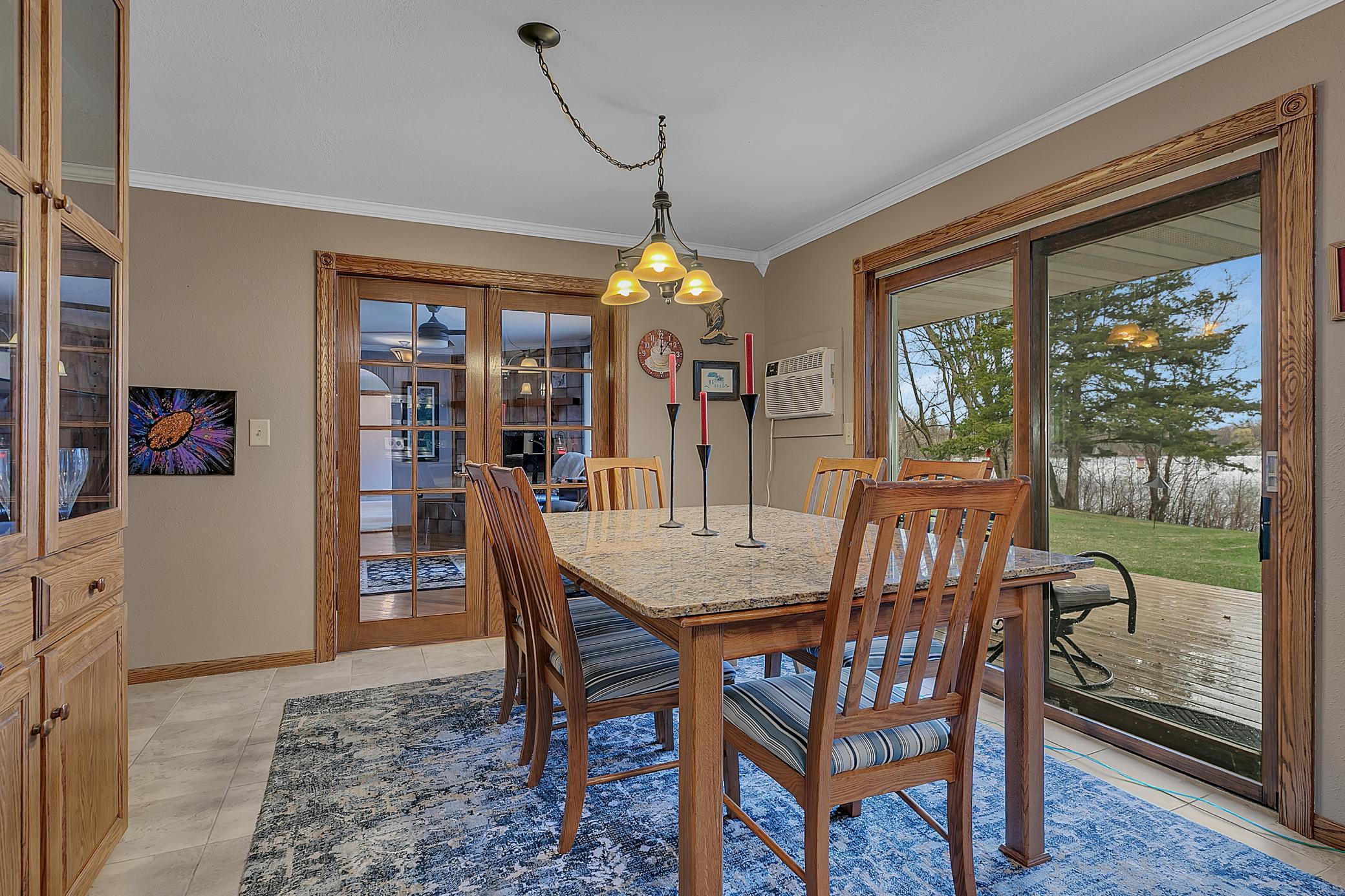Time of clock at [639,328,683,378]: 12:06
